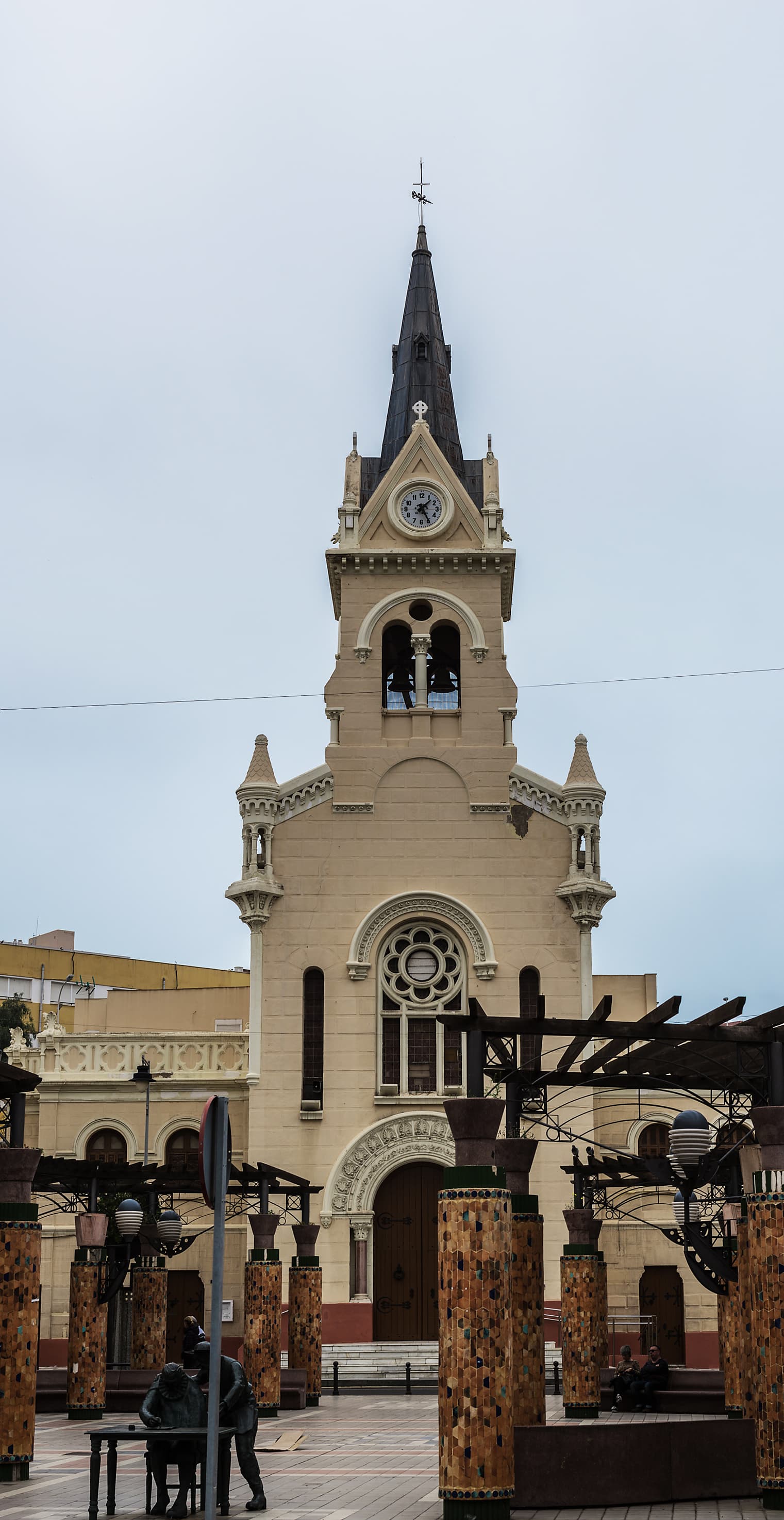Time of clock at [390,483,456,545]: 1:25
